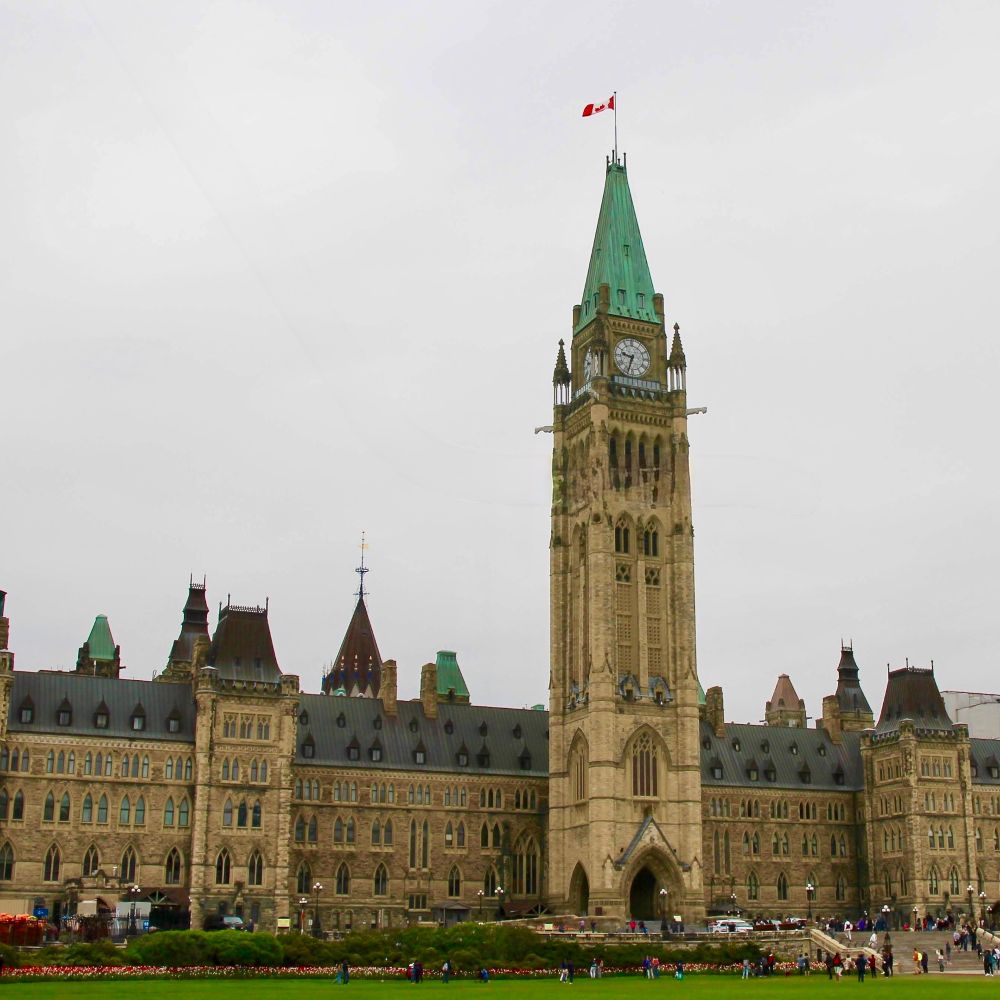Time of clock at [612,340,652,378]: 9:33
